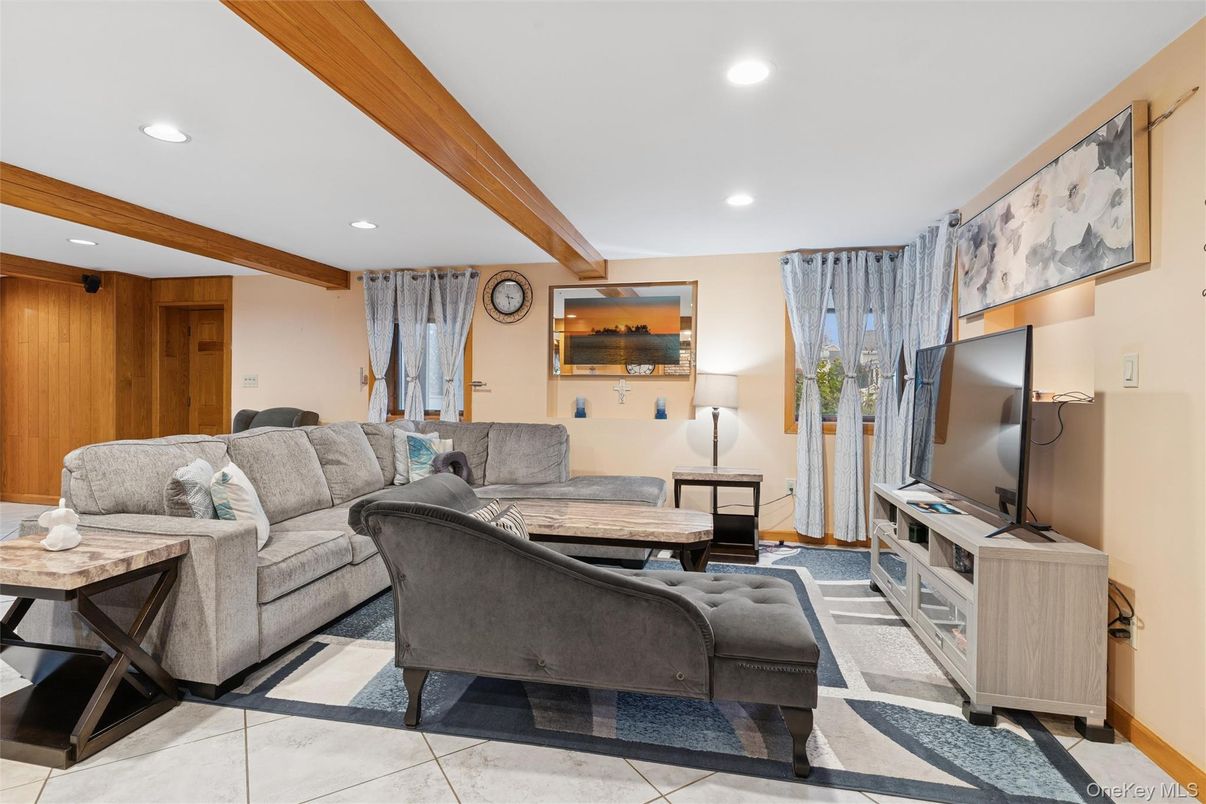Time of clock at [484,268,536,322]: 3:28
